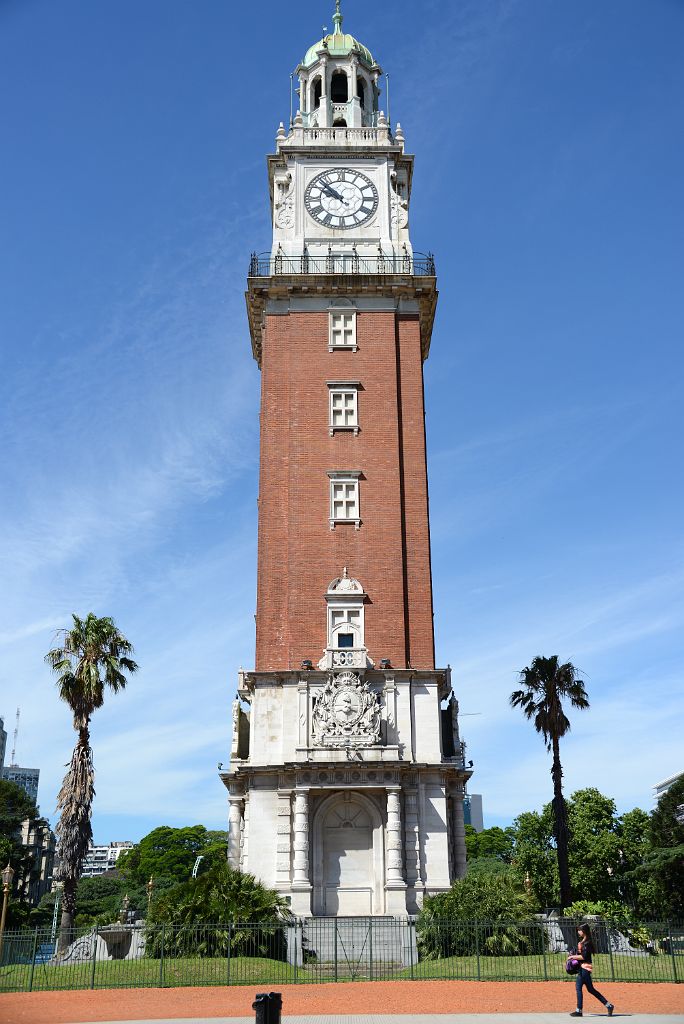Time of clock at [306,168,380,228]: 9:52
